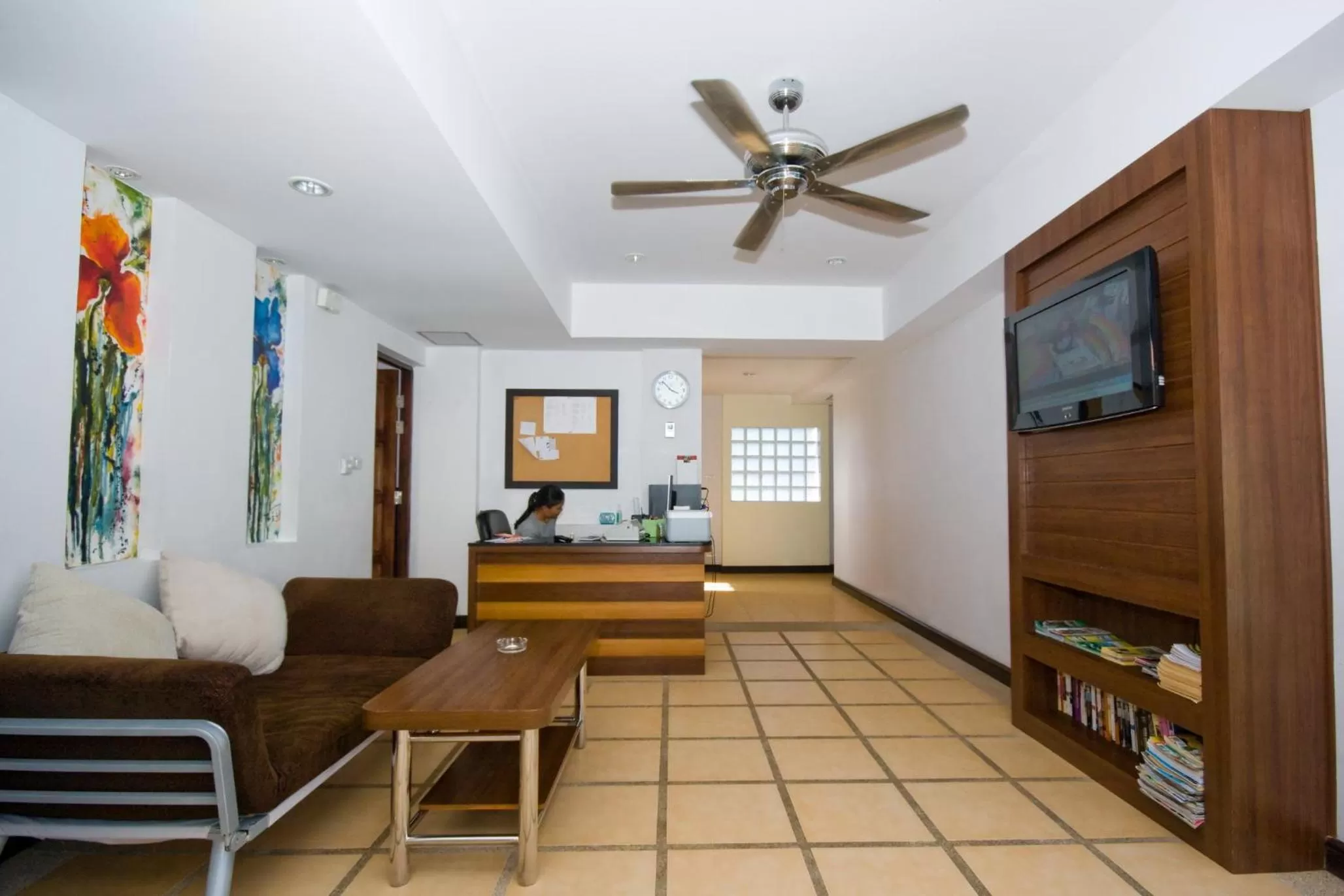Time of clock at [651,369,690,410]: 3:52
